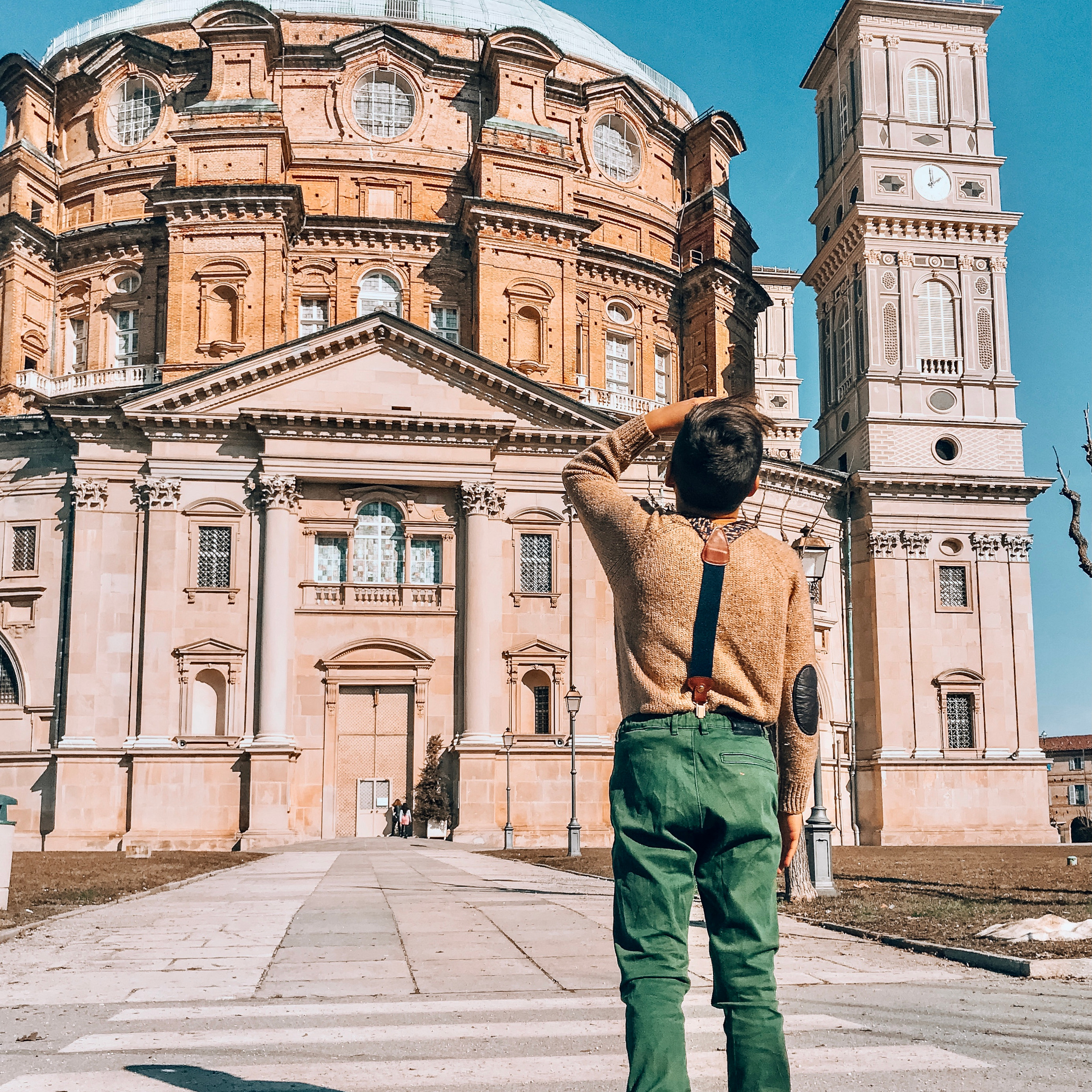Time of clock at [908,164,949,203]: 1:59
